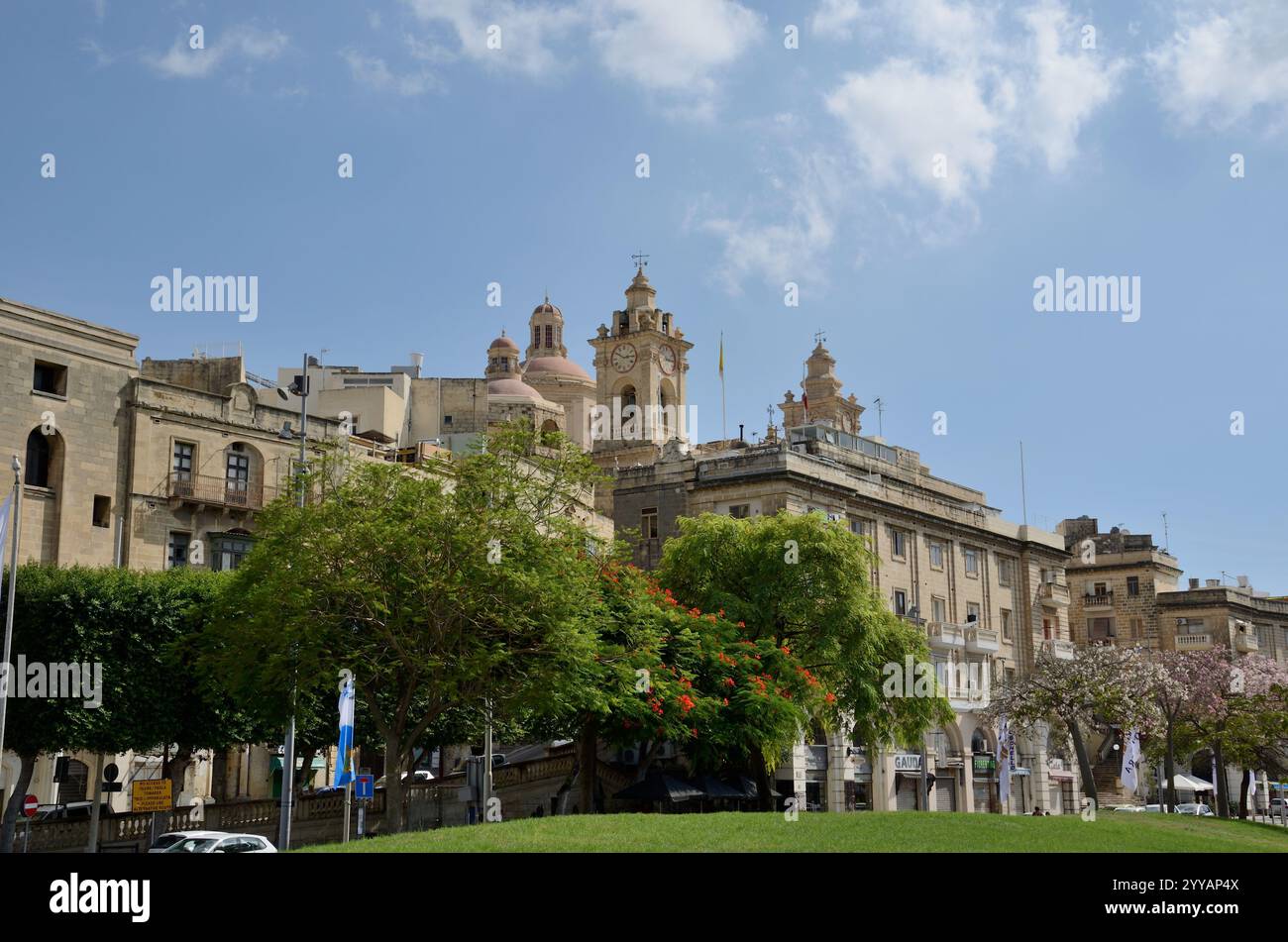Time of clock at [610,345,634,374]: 2:50
